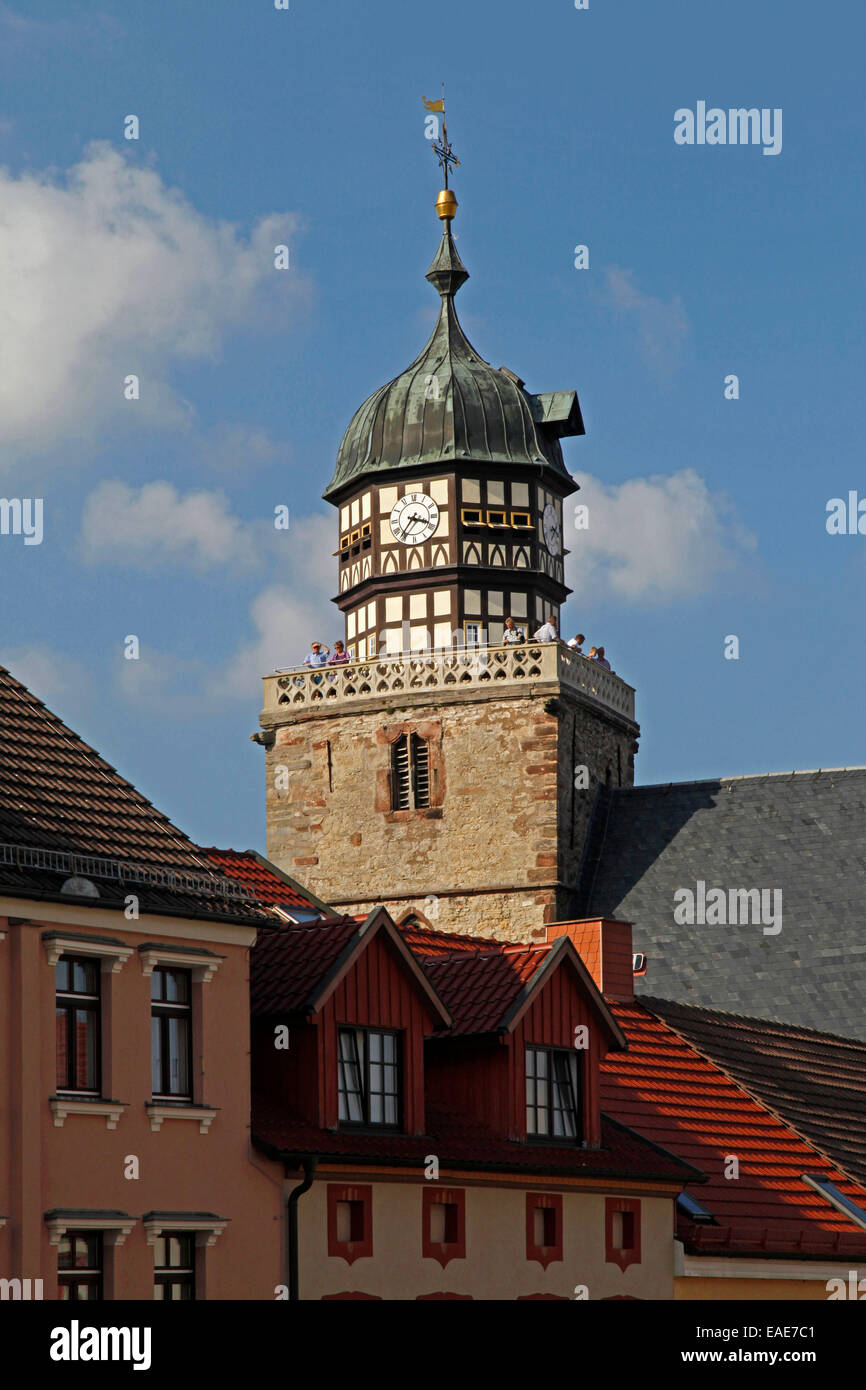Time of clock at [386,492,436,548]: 3:36
